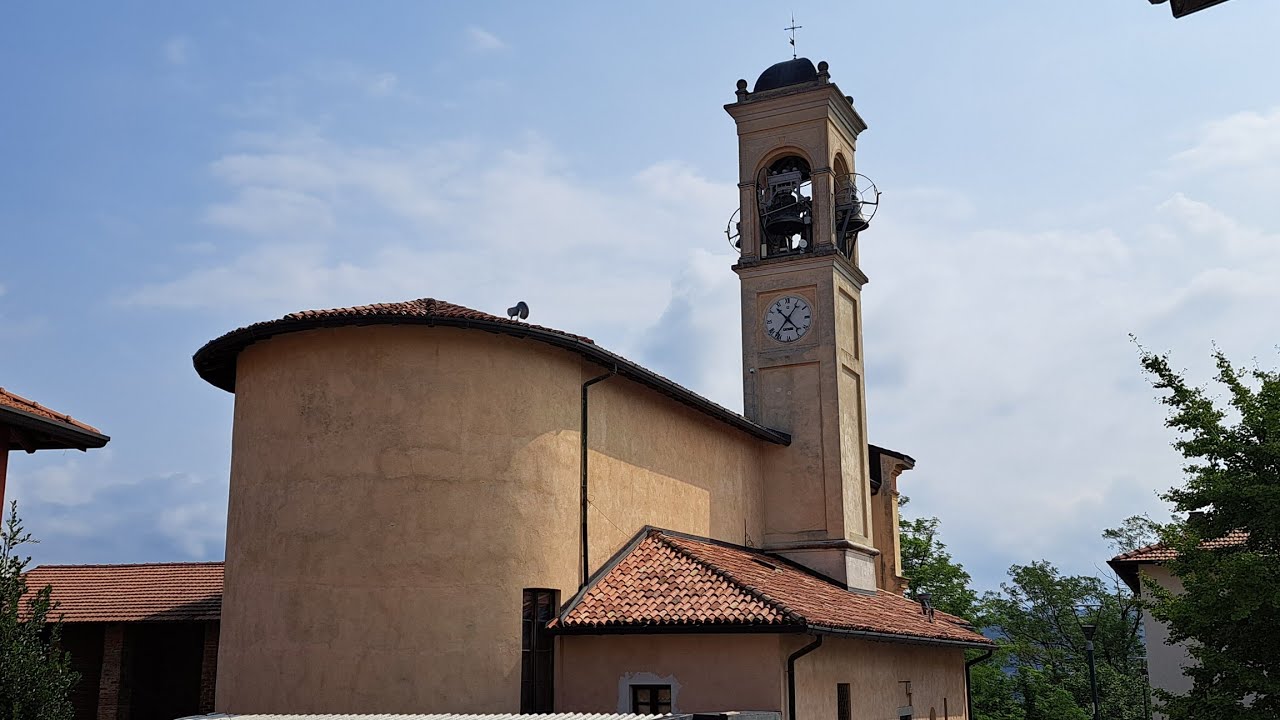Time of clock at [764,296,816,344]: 10:36
